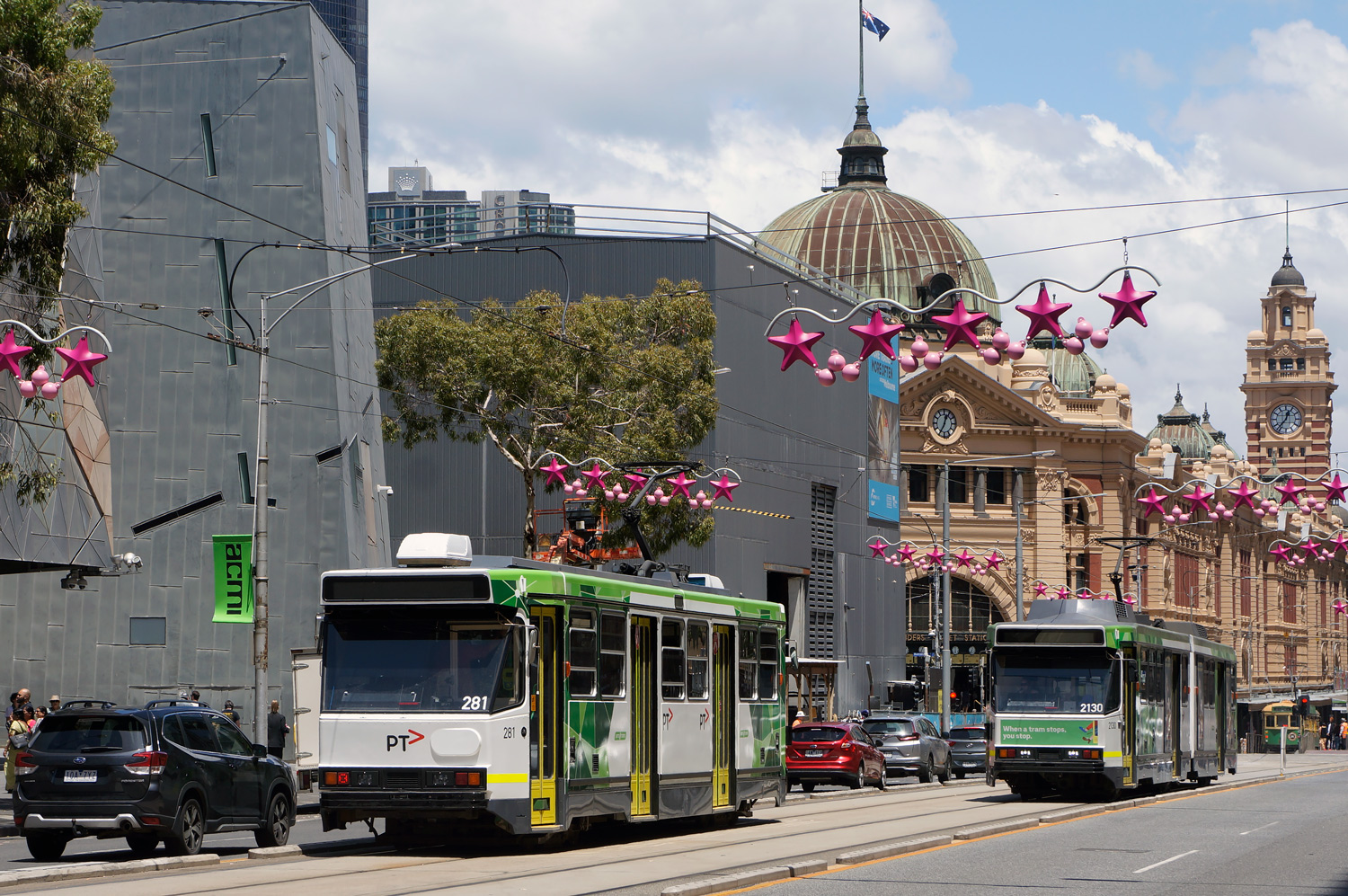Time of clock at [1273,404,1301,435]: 12:36
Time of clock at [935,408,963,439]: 12:34
